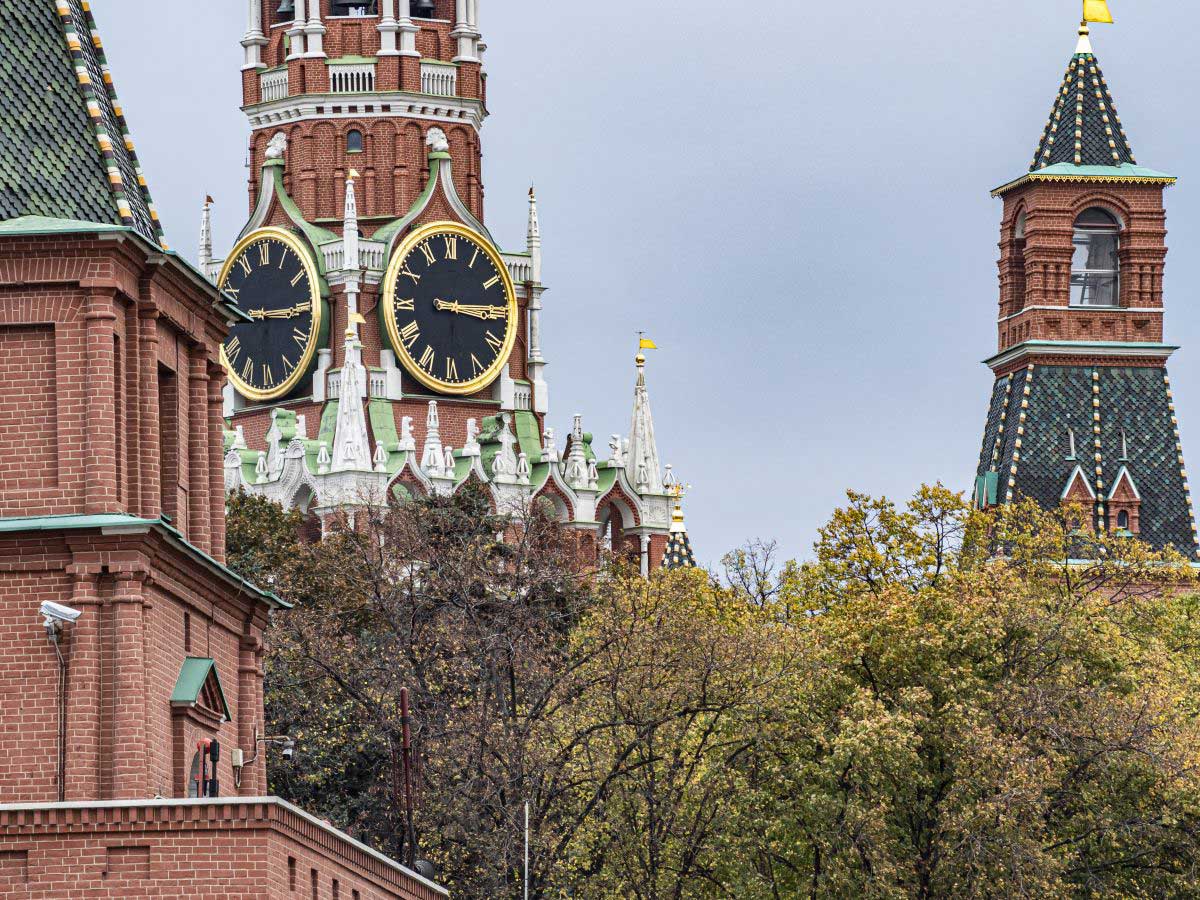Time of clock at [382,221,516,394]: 3:14
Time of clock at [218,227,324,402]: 9:15
